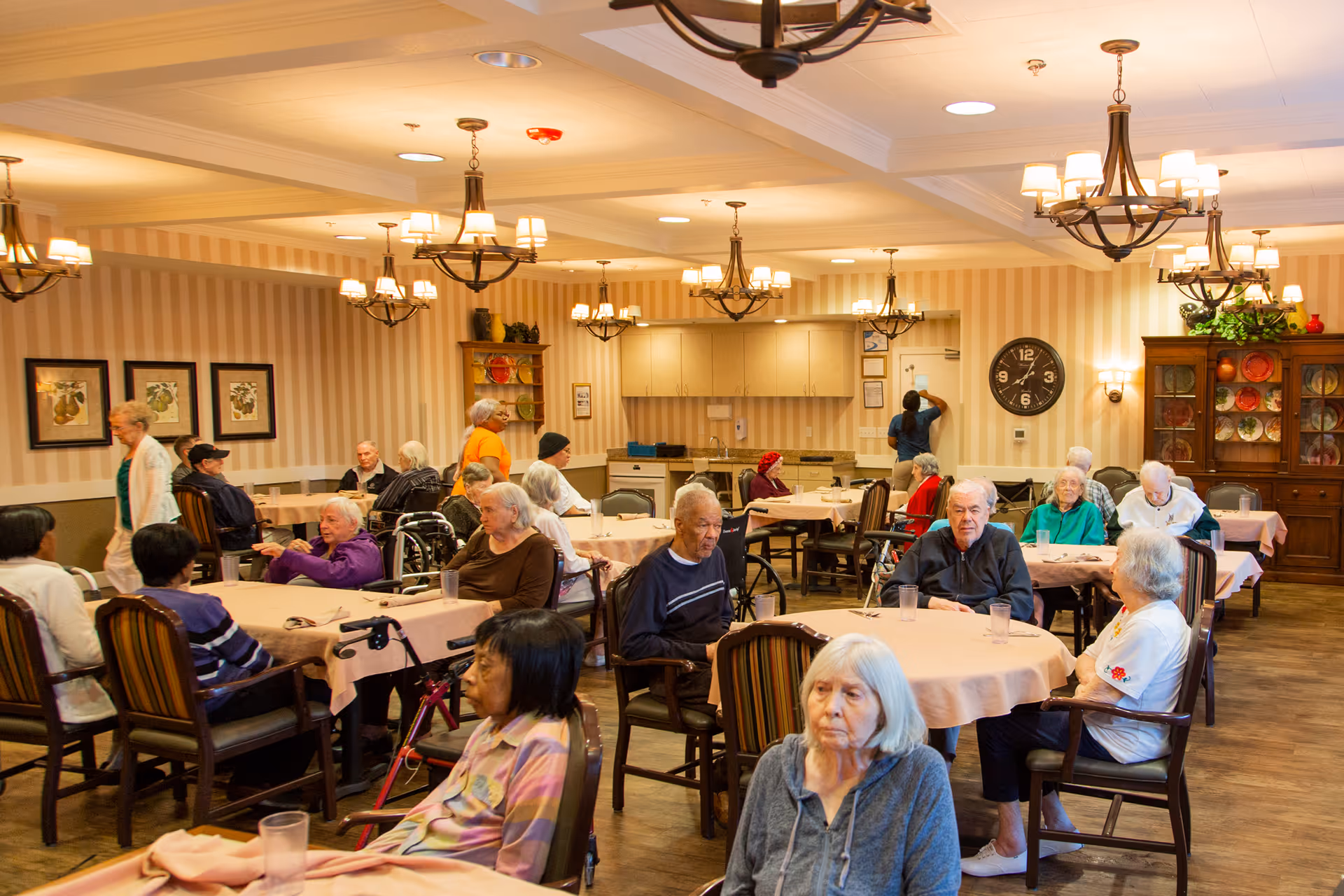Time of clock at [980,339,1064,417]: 8:04
